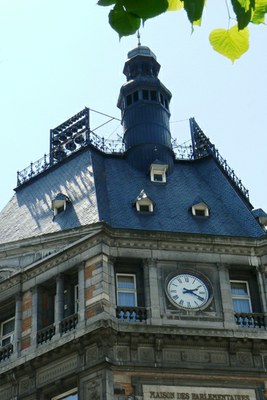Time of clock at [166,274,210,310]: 2:18
